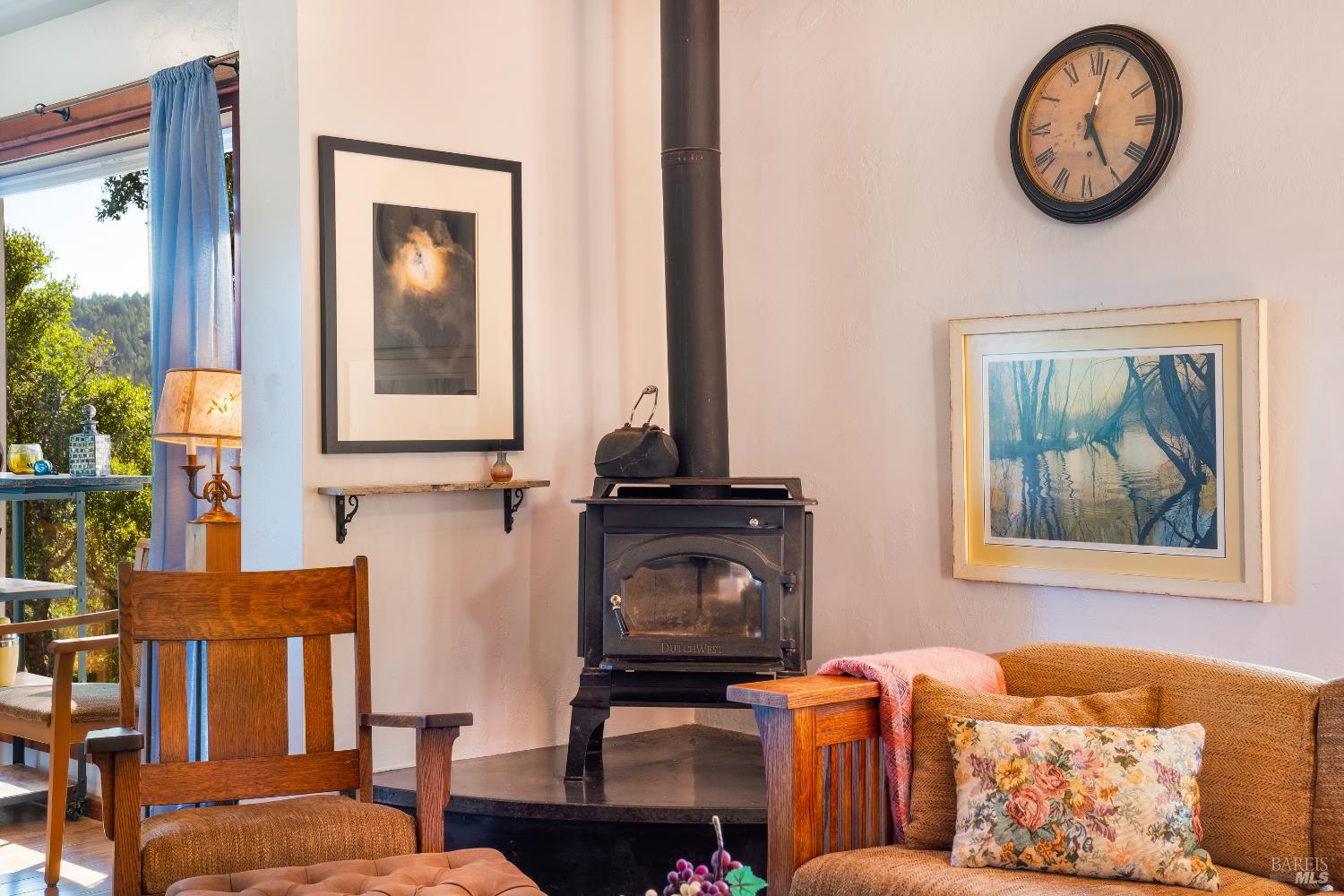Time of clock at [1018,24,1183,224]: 5:01
